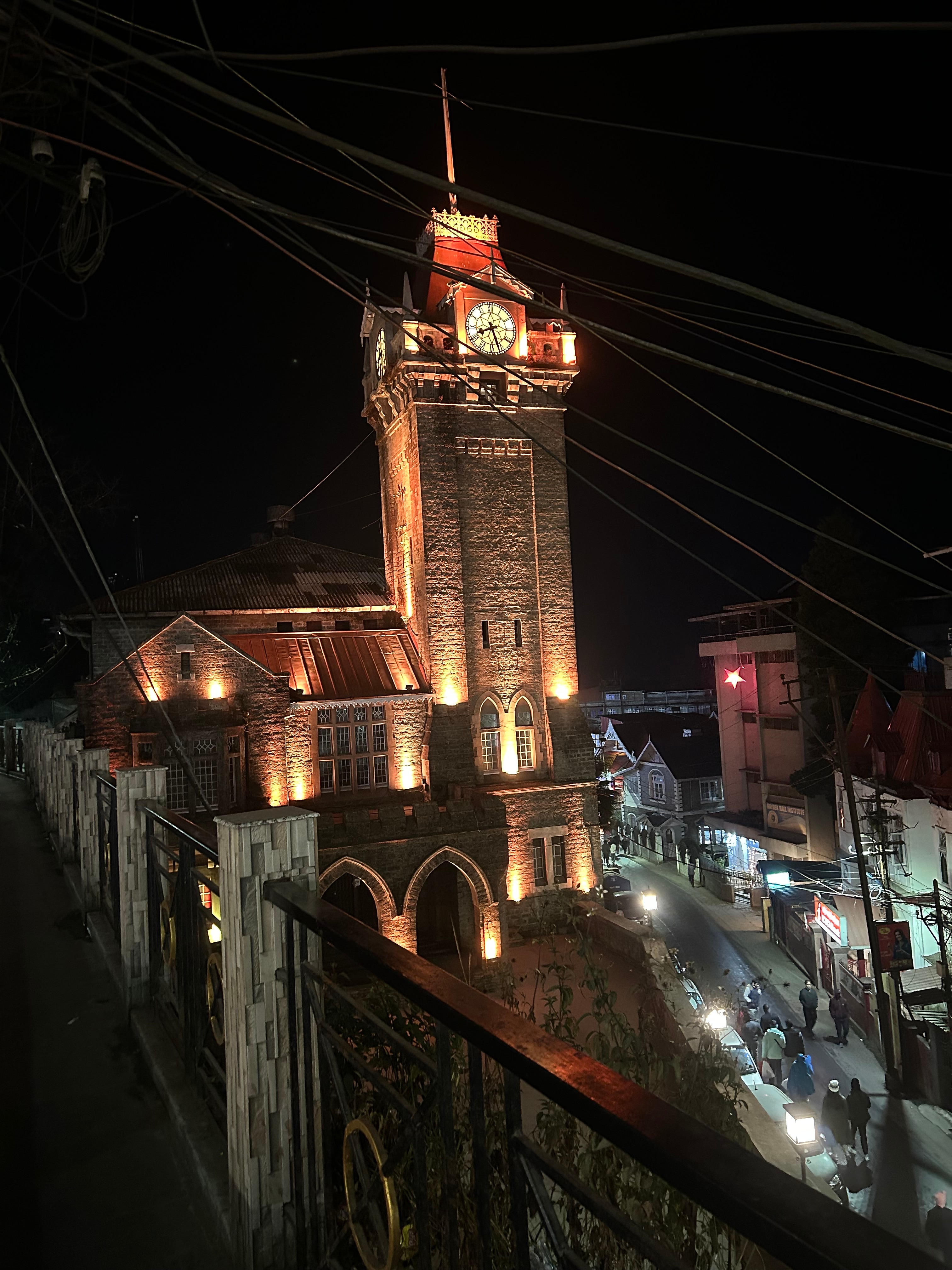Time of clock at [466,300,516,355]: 8:26
